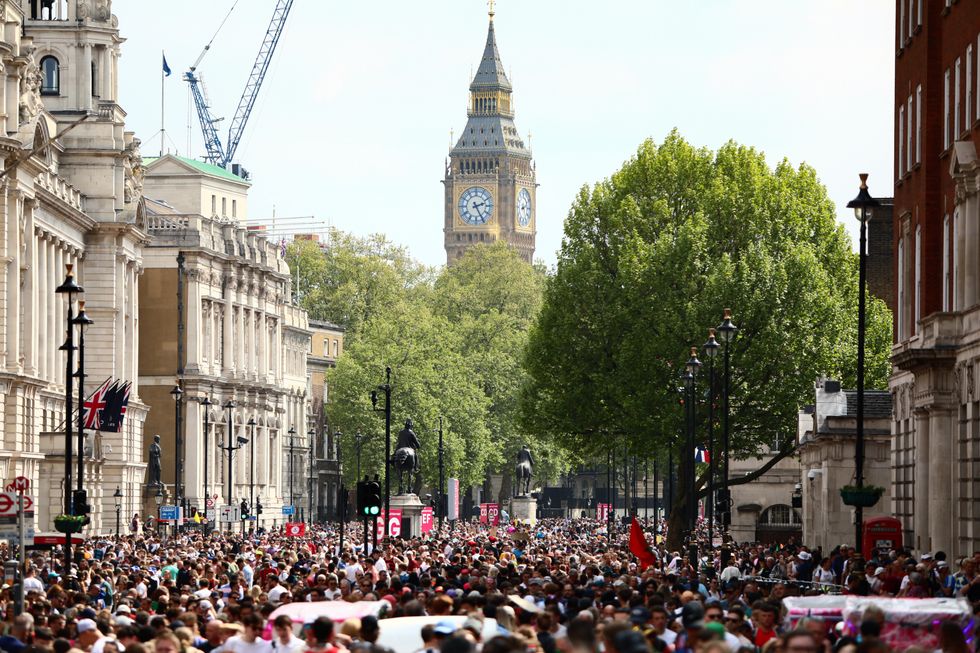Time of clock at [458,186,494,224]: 2:25
